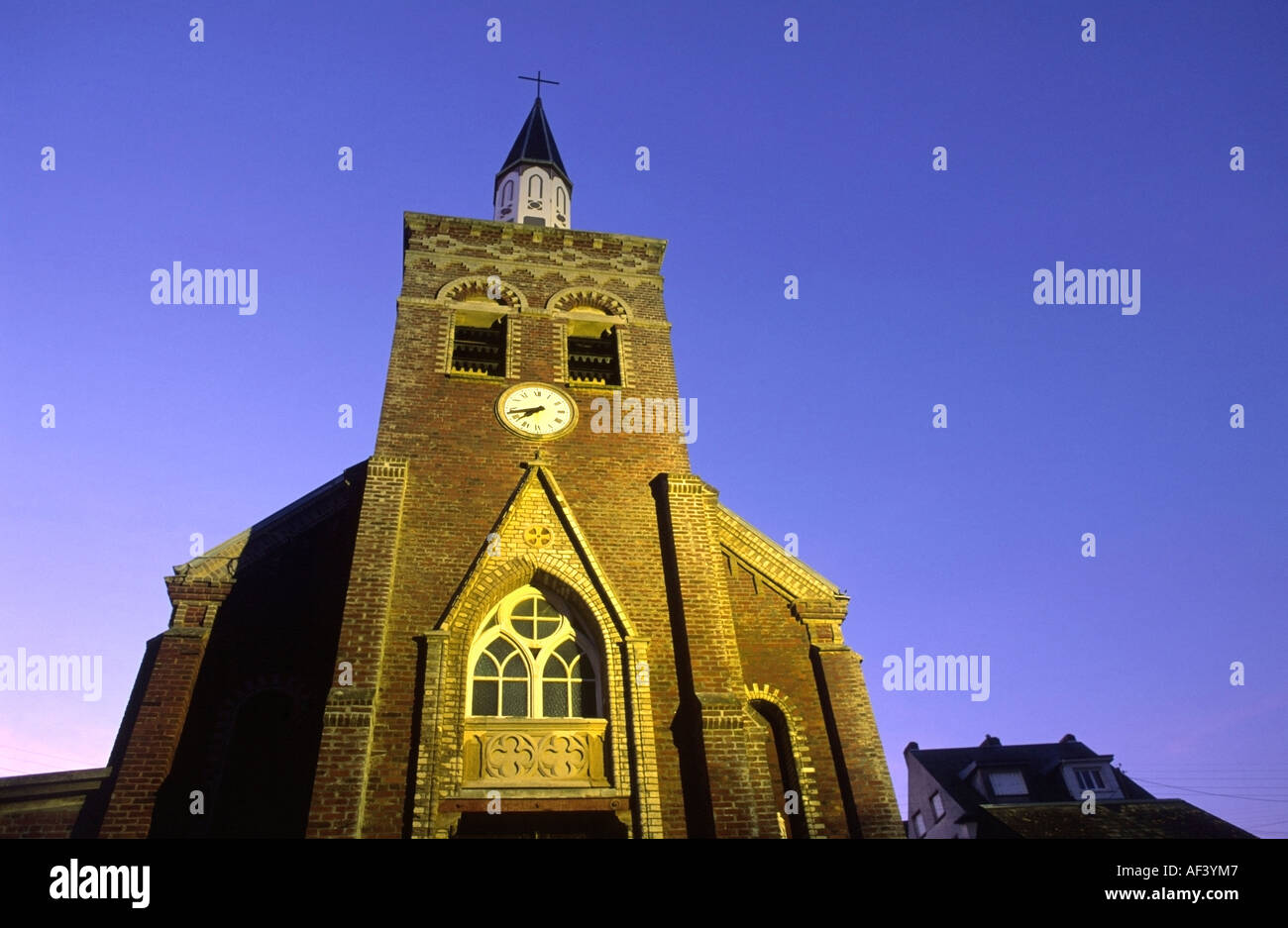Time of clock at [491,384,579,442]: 7:42
